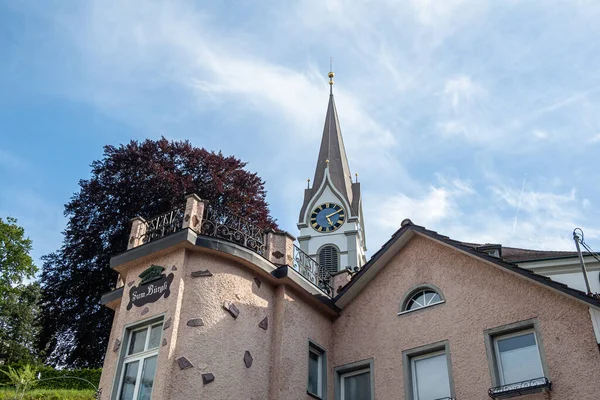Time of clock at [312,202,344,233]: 5:09
